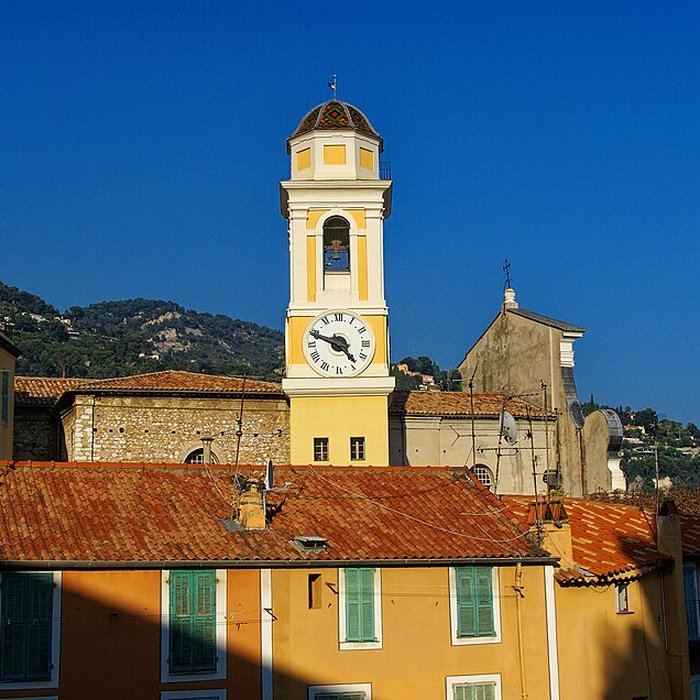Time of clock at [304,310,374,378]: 4:48
